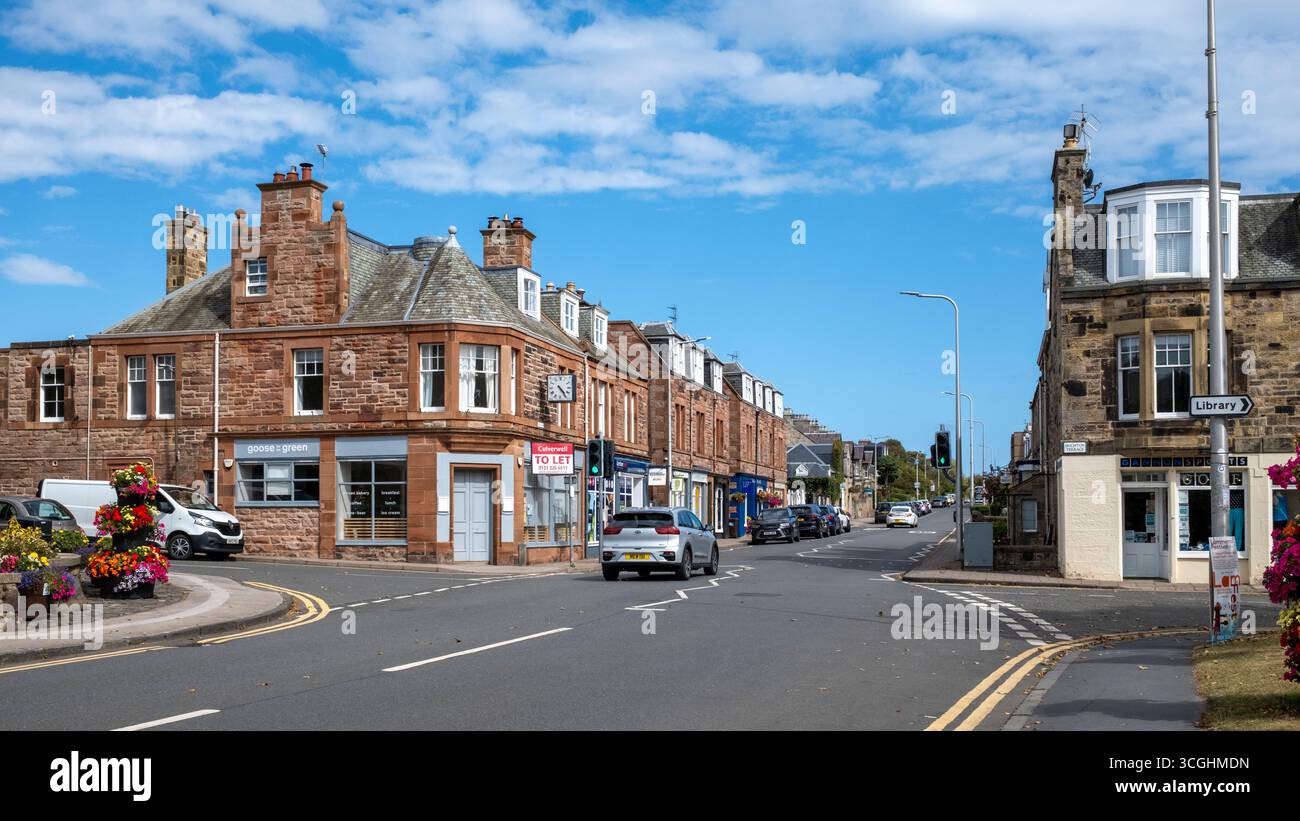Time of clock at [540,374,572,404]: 4:23
